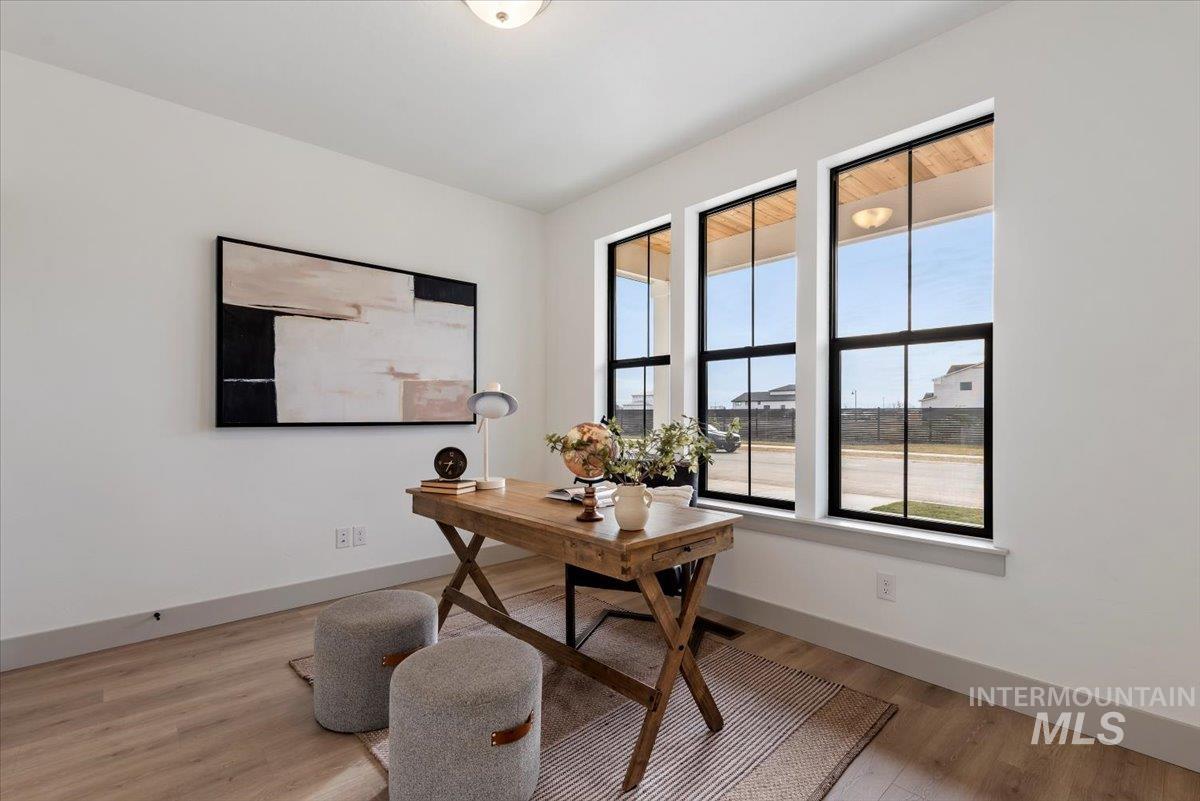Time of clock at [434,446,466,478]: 8:34
